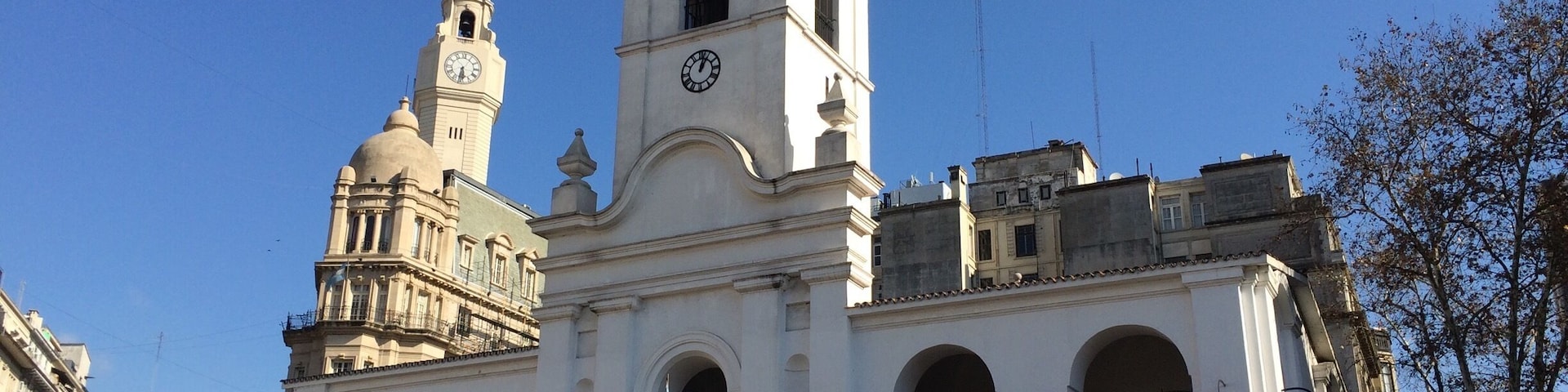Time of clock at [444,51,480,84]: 5:31
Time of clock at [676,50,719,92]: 1:02
